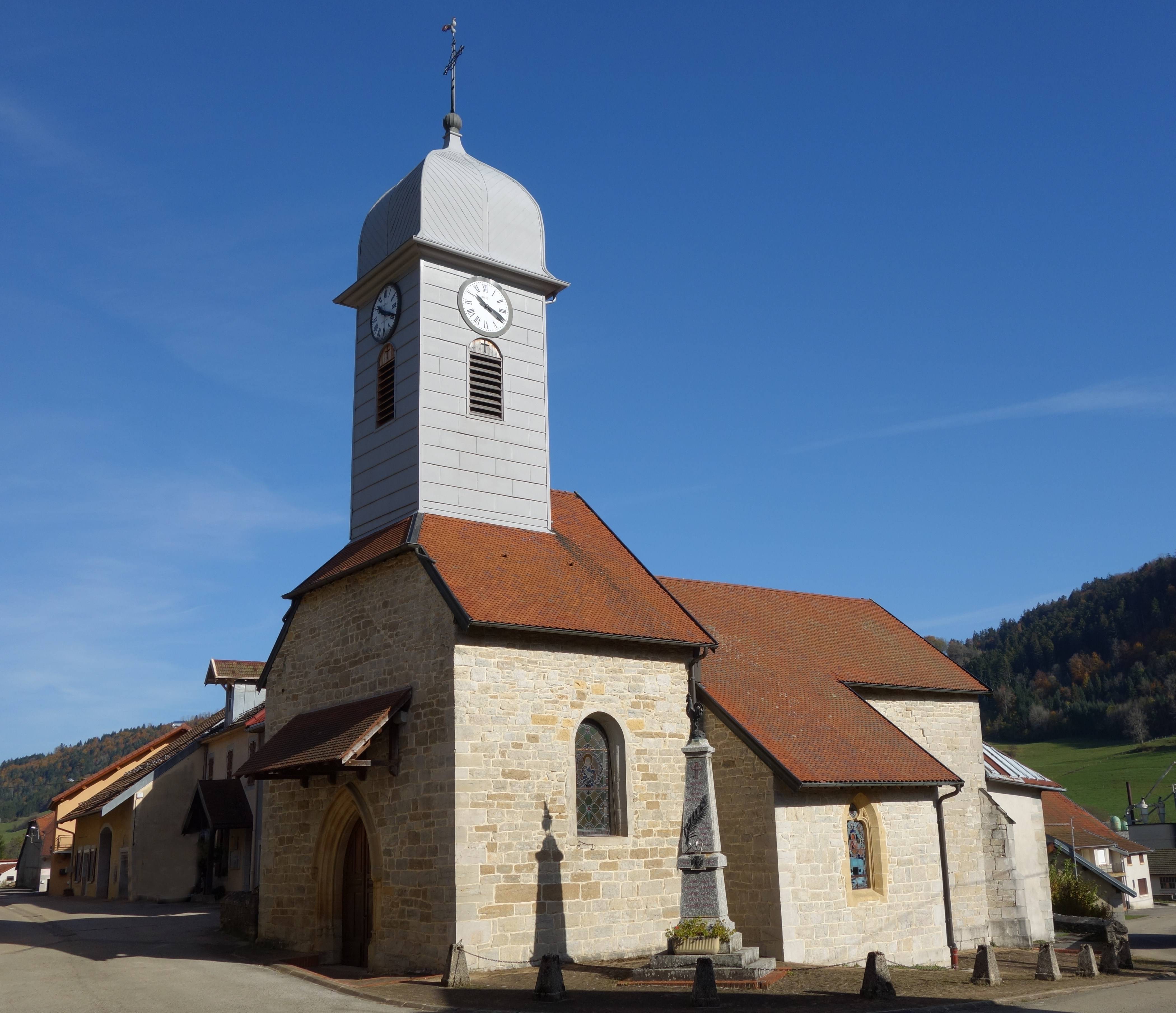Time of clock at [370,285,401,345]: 10:19
